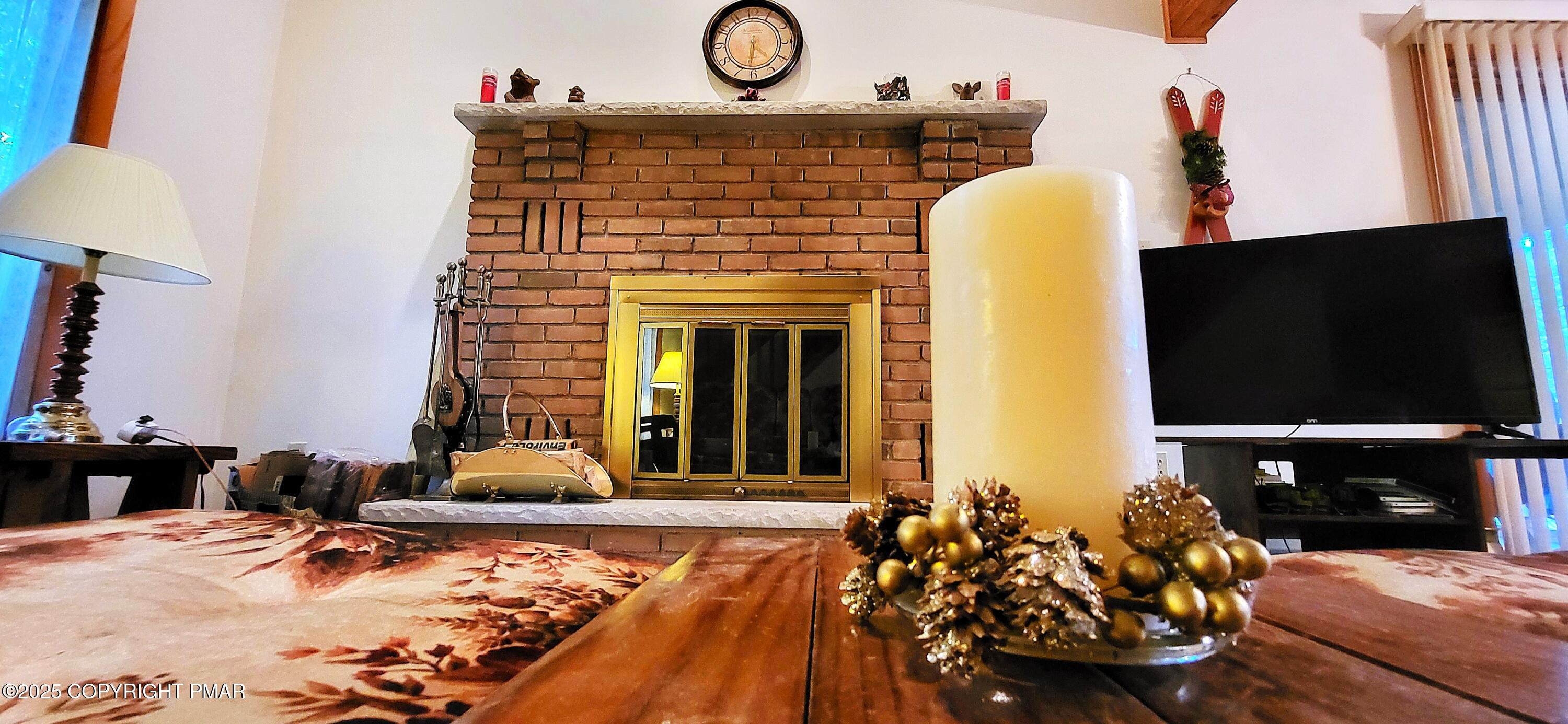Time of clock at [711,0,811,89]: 4:31
